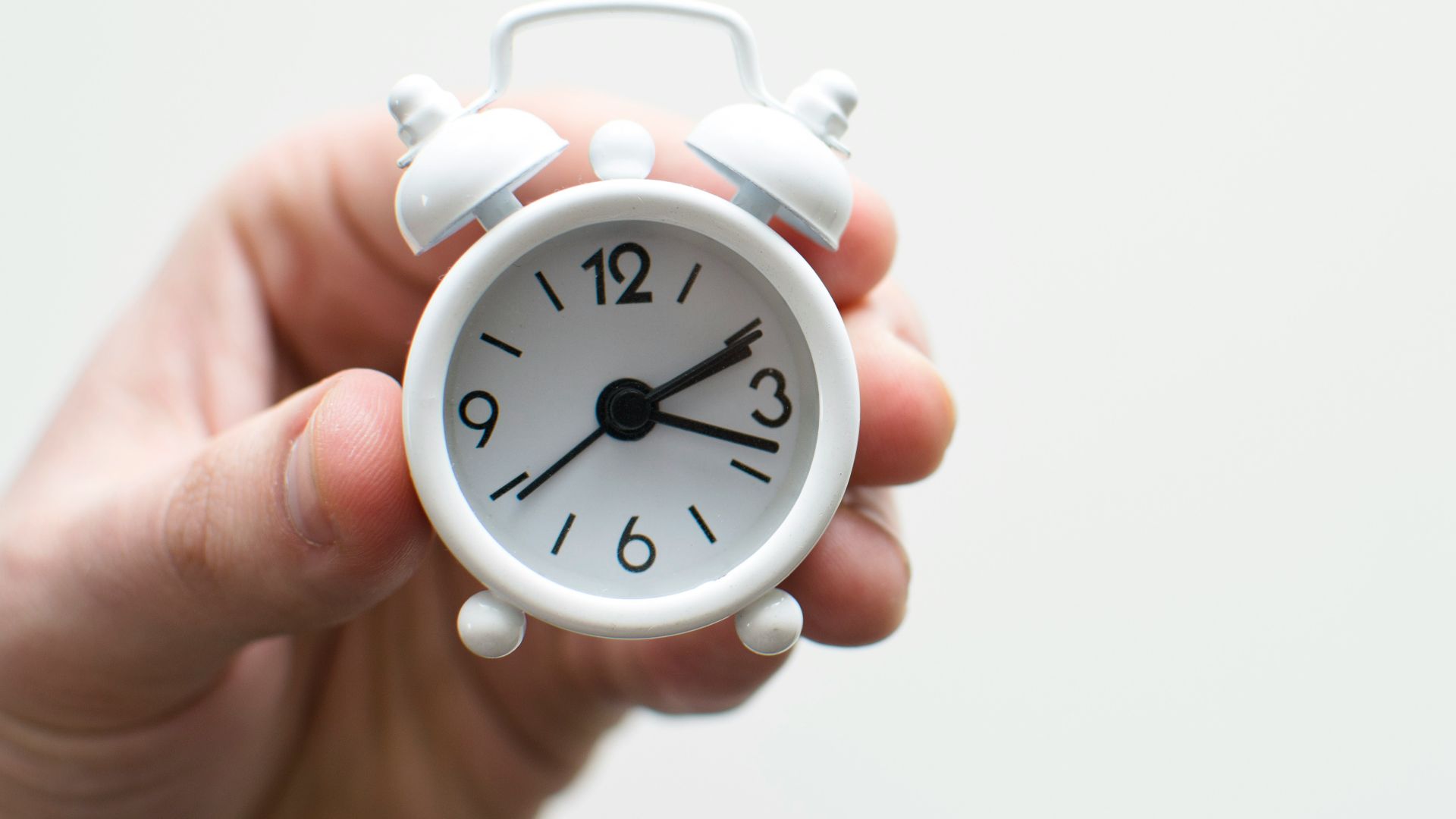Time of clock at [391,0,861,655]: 2:18
